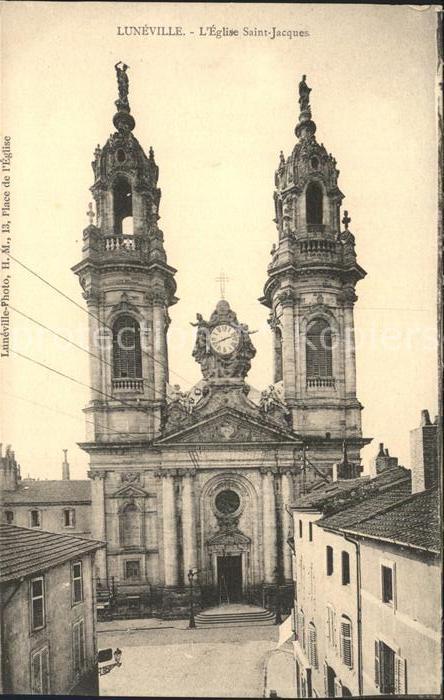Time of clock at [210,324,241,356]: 8:11
